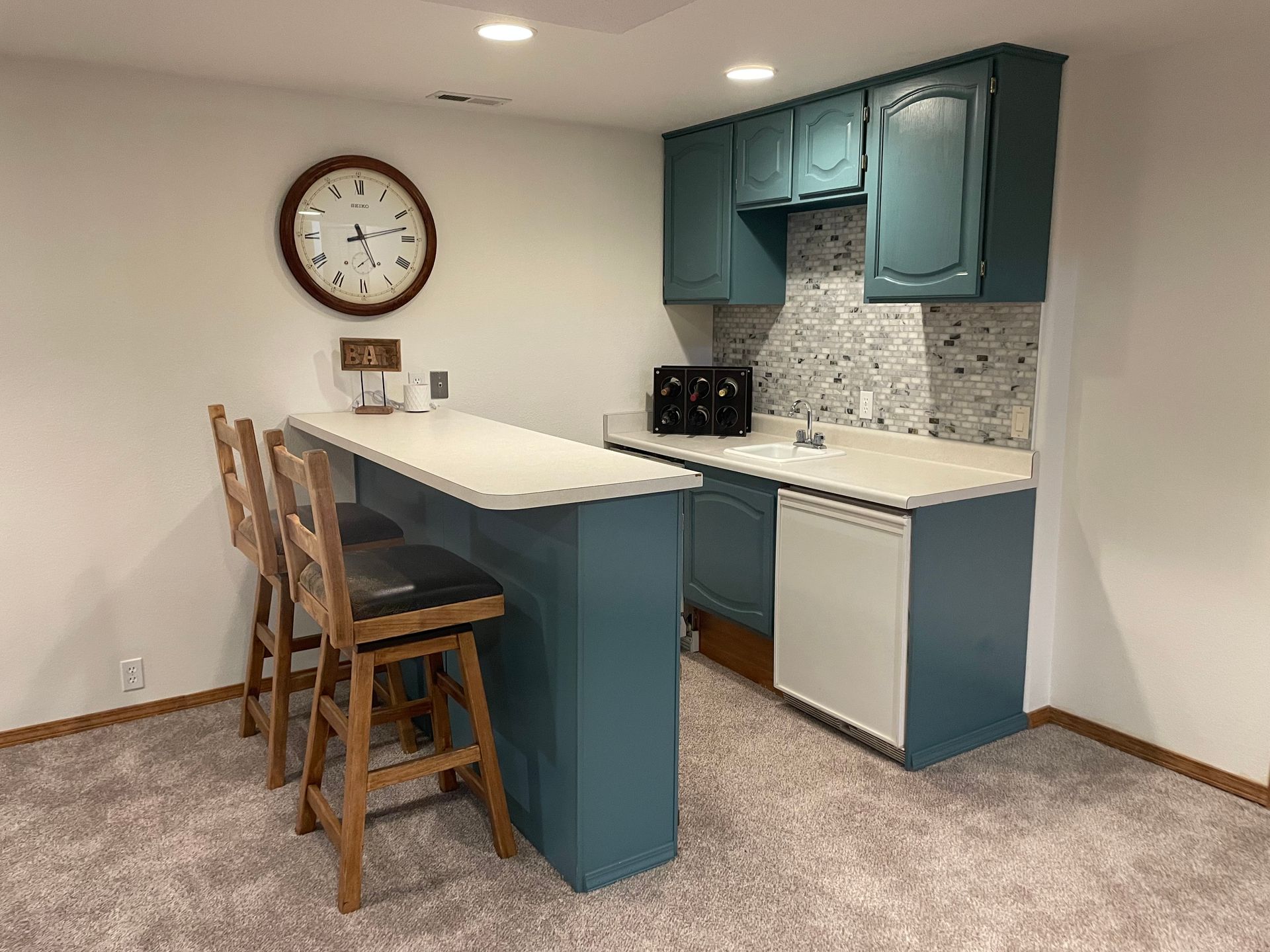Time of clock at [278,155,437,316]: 5:12
